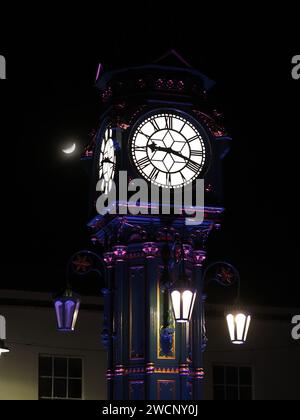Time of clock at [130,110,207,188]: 9:18
